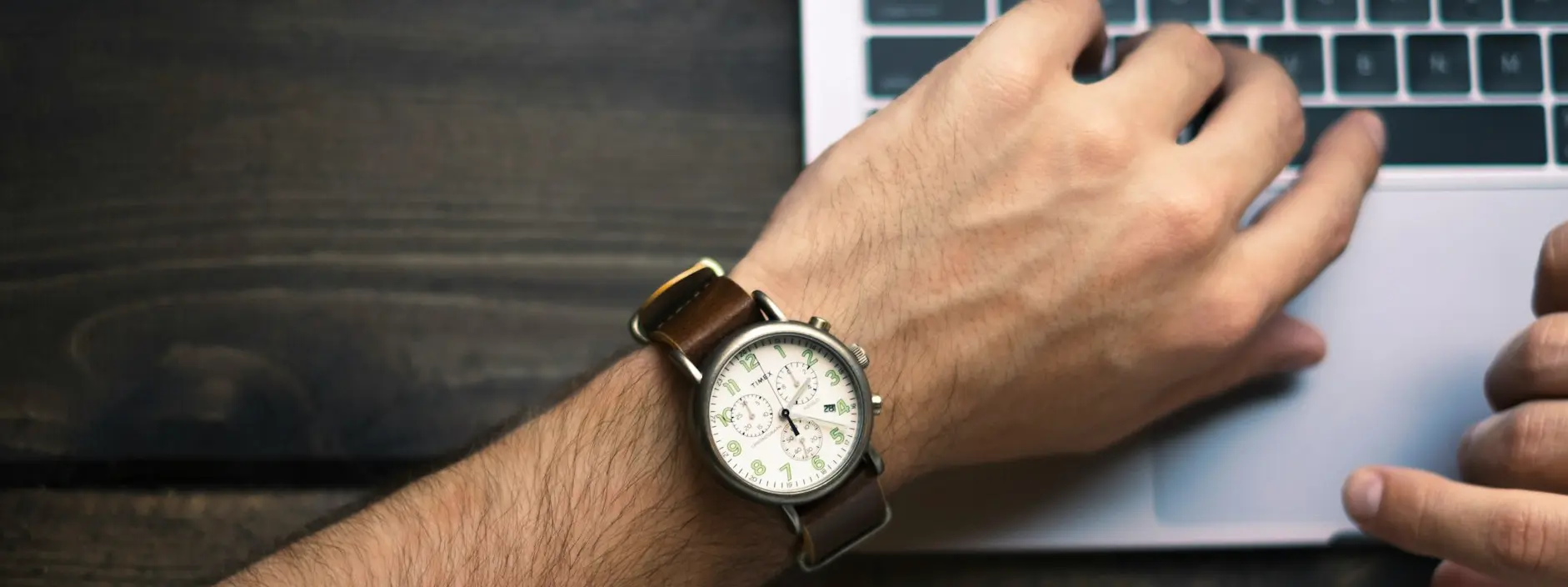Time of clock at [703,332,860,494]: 5:06
